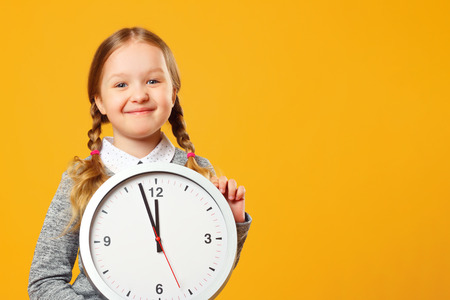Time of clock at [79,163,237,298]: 11:57
